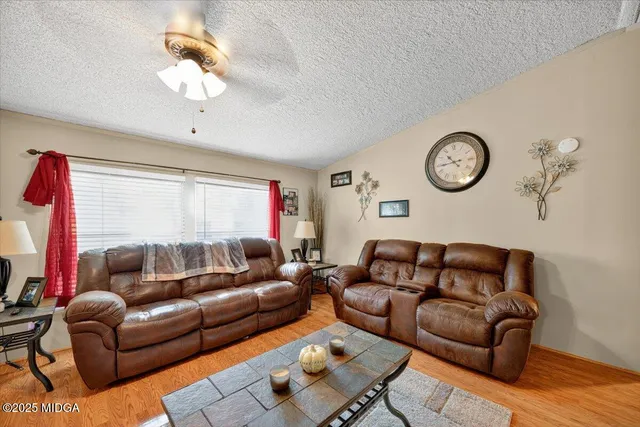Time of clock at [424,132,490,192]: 10:43
